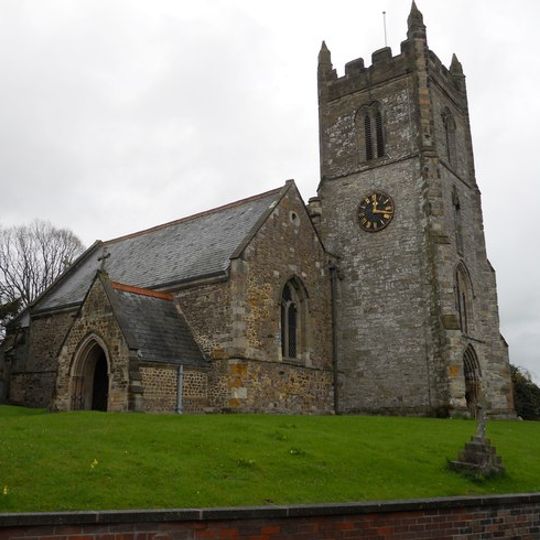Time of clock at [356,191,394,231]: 12:16
